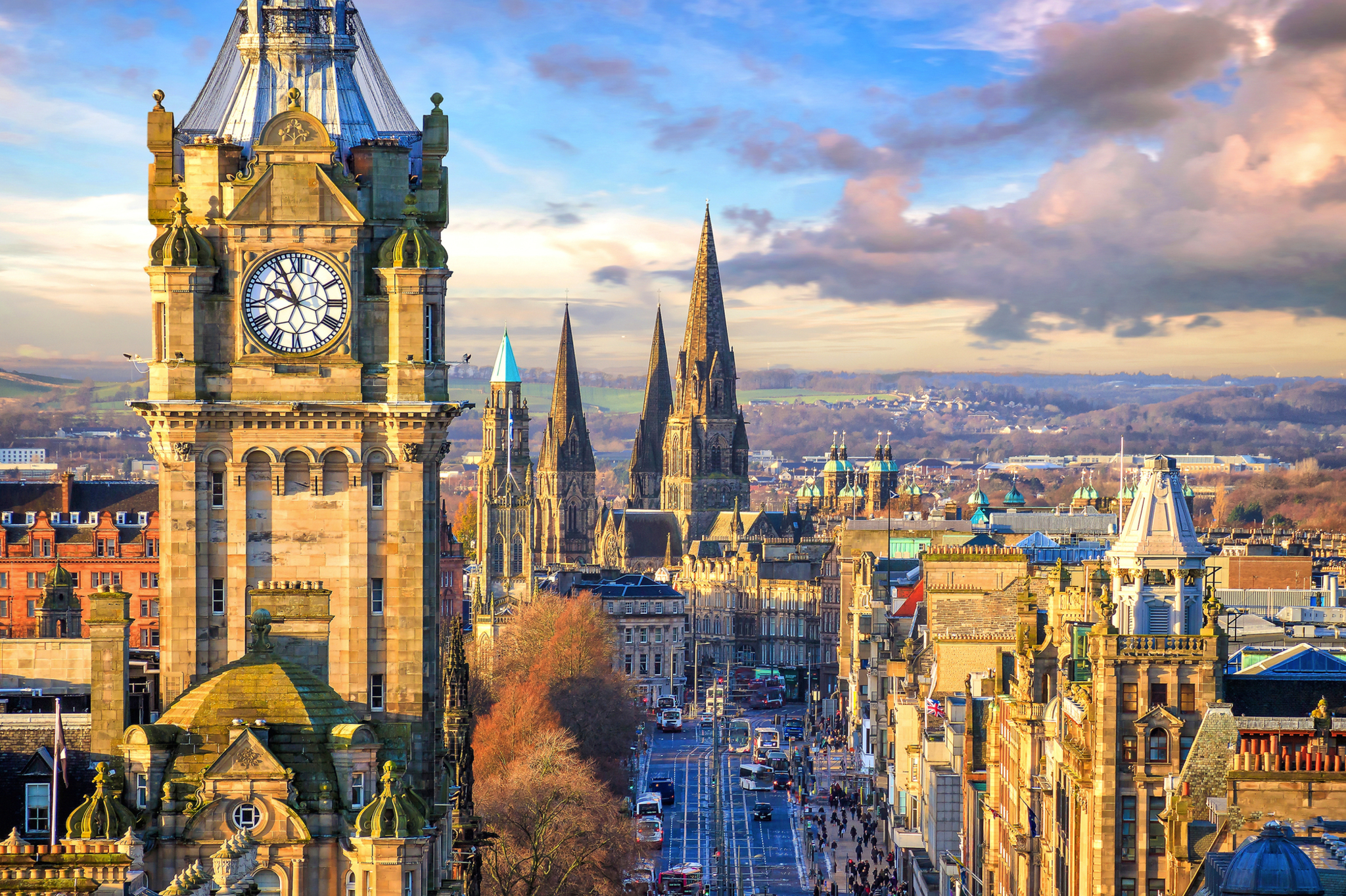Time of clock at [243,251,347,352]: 9:55
